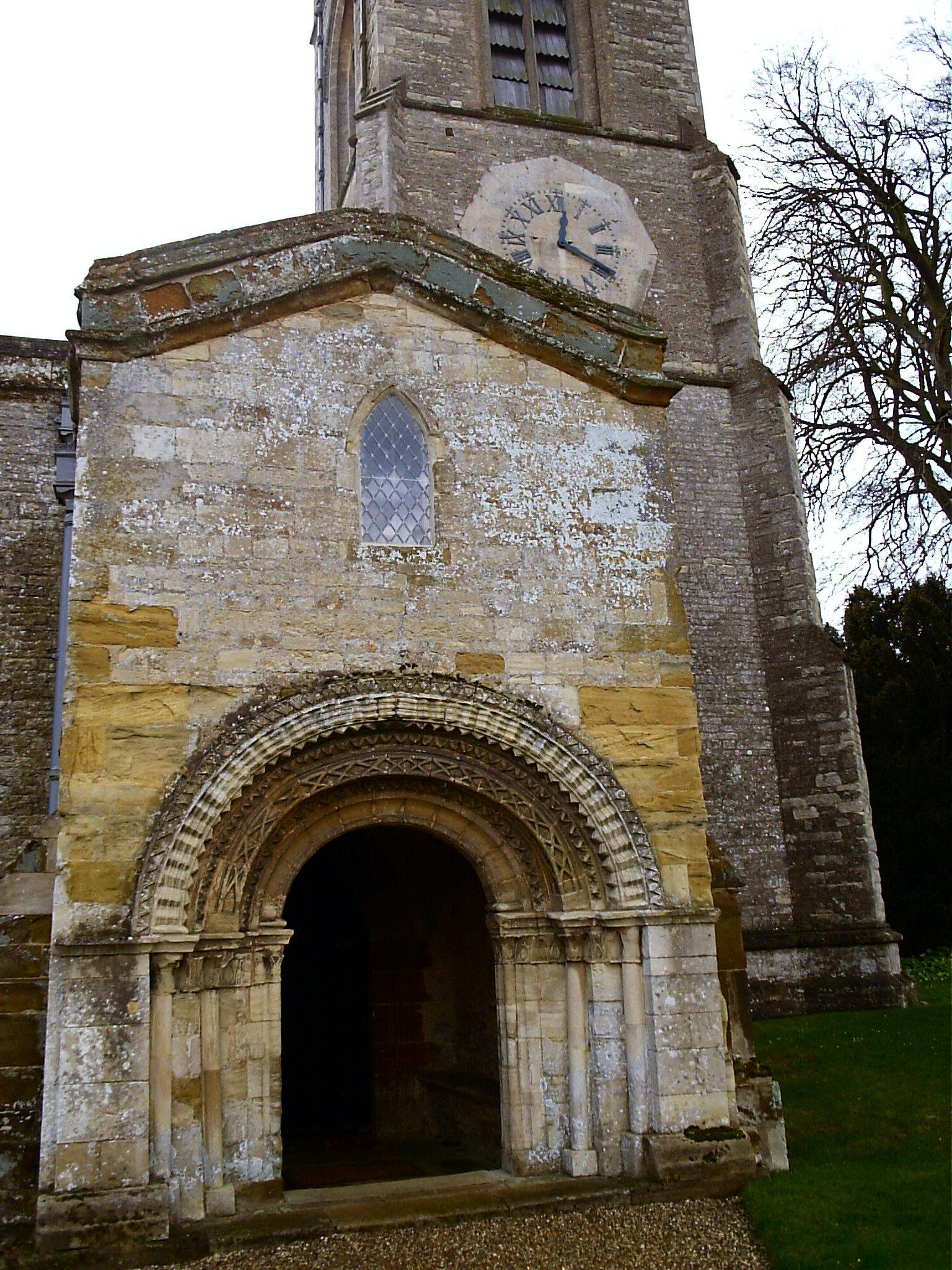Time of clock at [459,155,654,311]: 12:19
